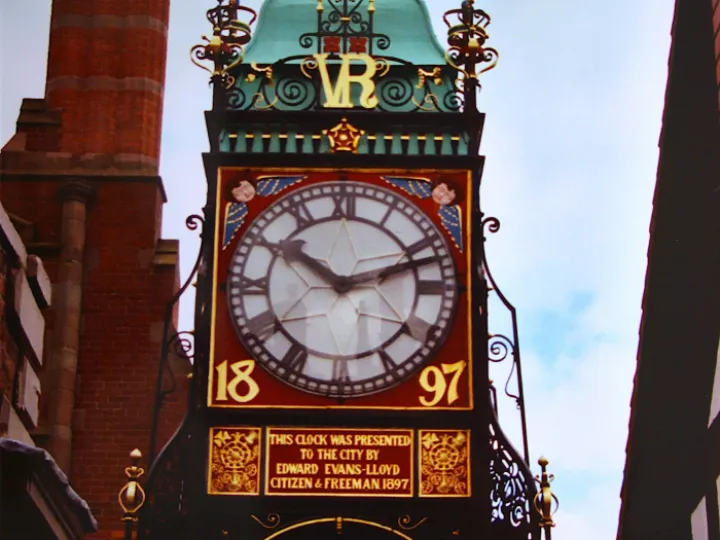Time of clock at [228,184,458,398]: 10:12
